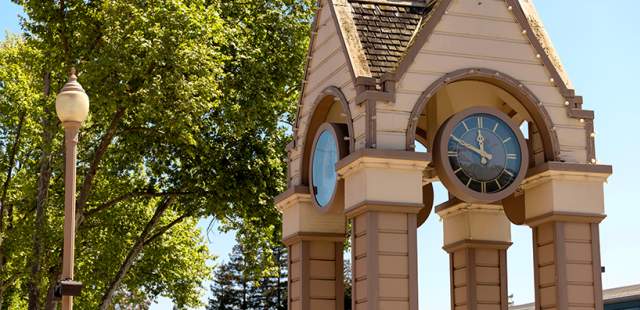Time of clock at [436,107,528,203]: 11:49
